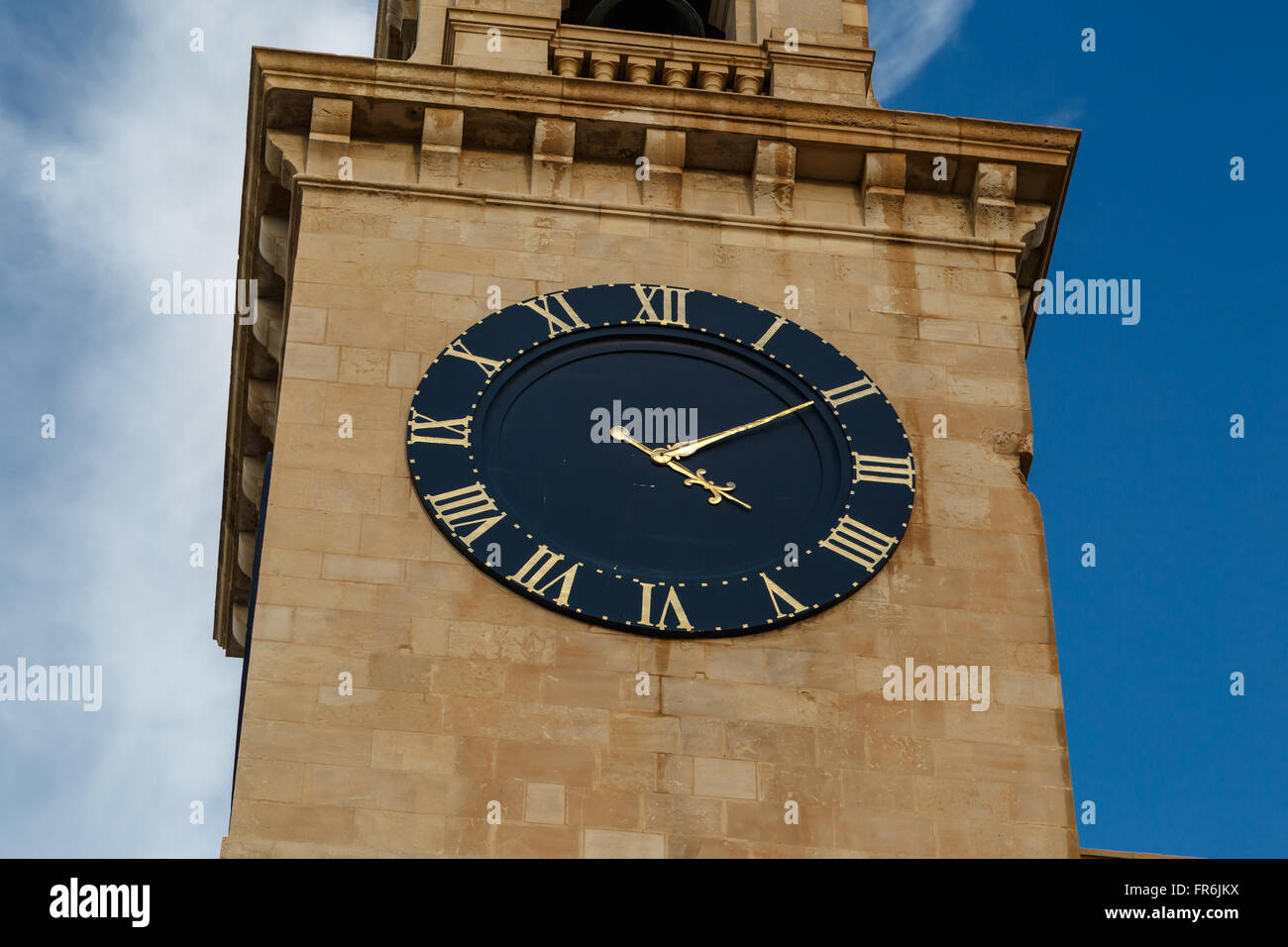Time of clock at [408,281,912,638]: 4:09
